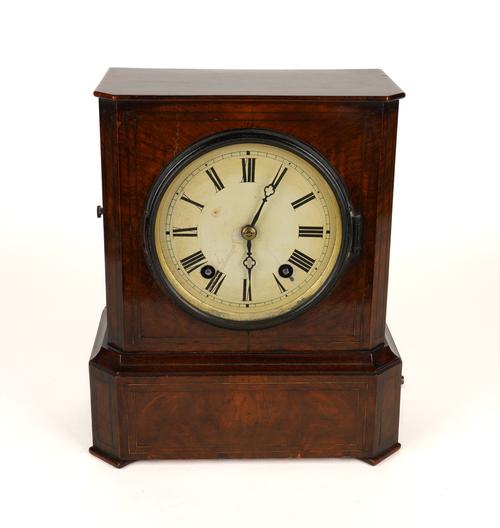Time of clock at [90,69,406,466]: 6:04
